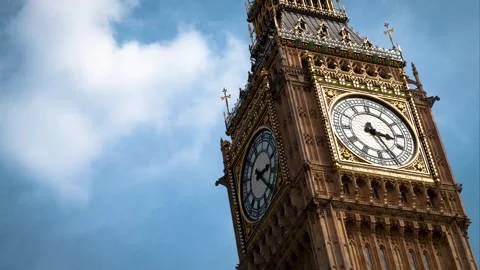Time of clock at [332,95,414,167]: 3:25
